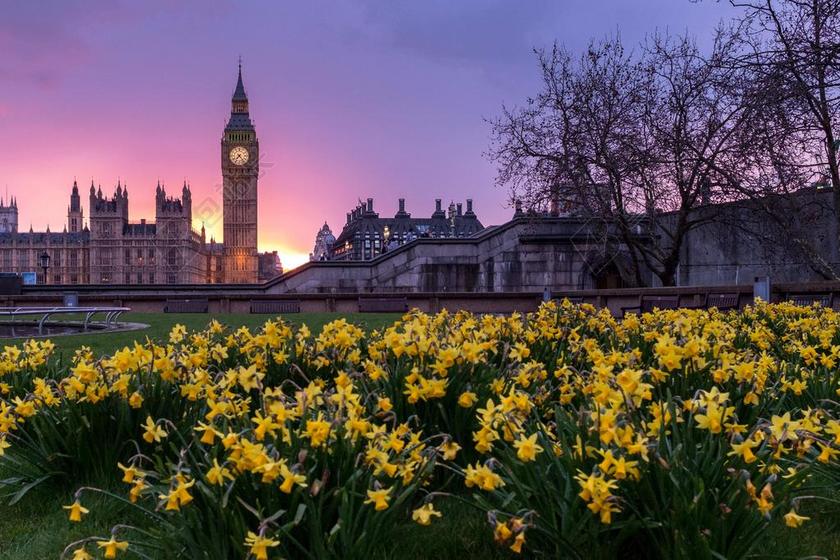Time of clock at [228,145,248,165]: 7:23
